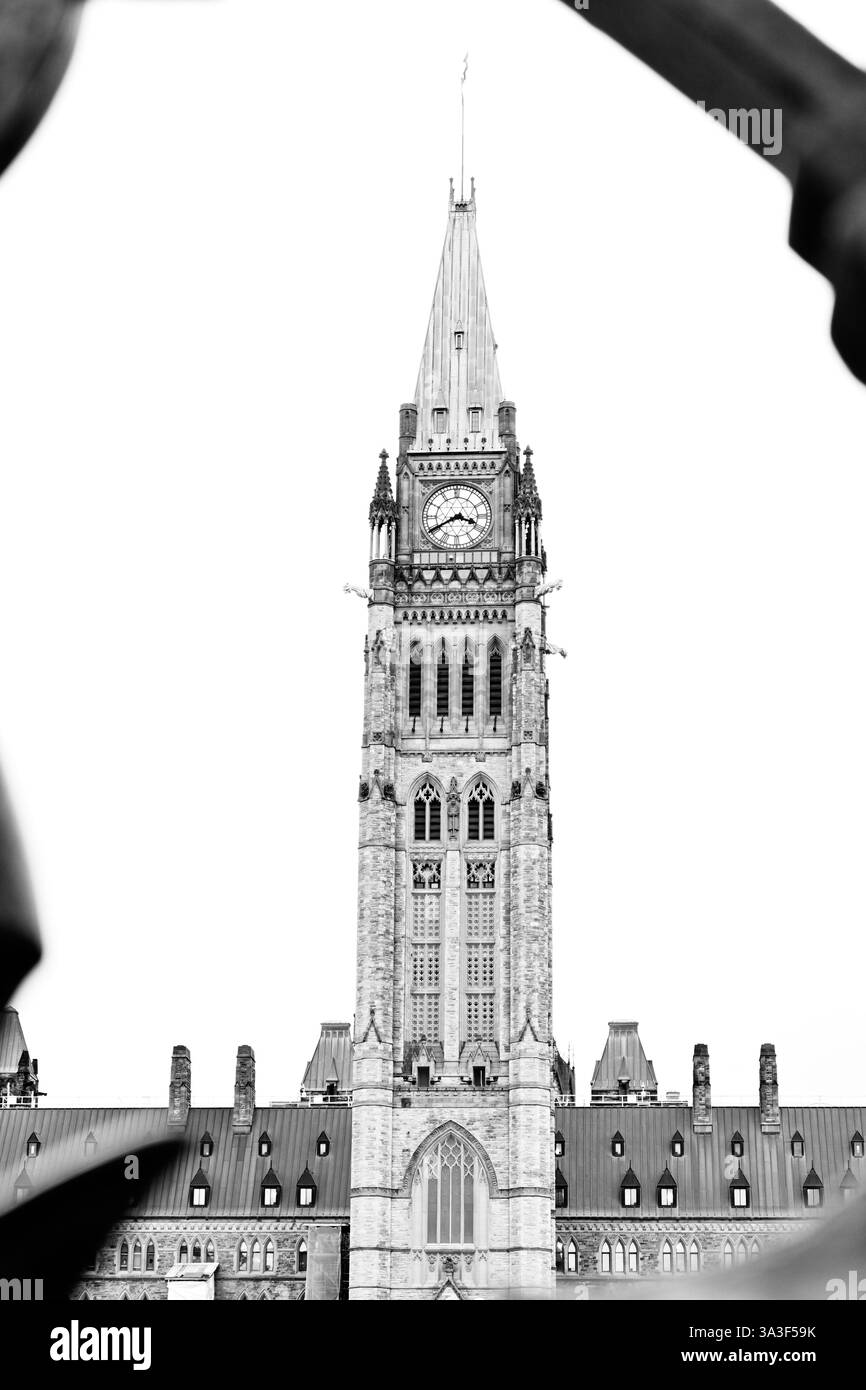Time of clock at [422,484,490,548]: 3:40
